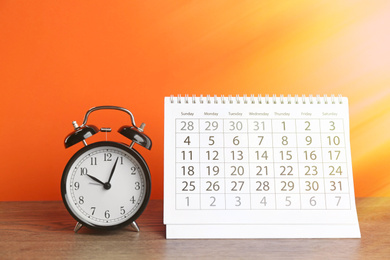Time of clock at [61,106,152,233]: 10:03
